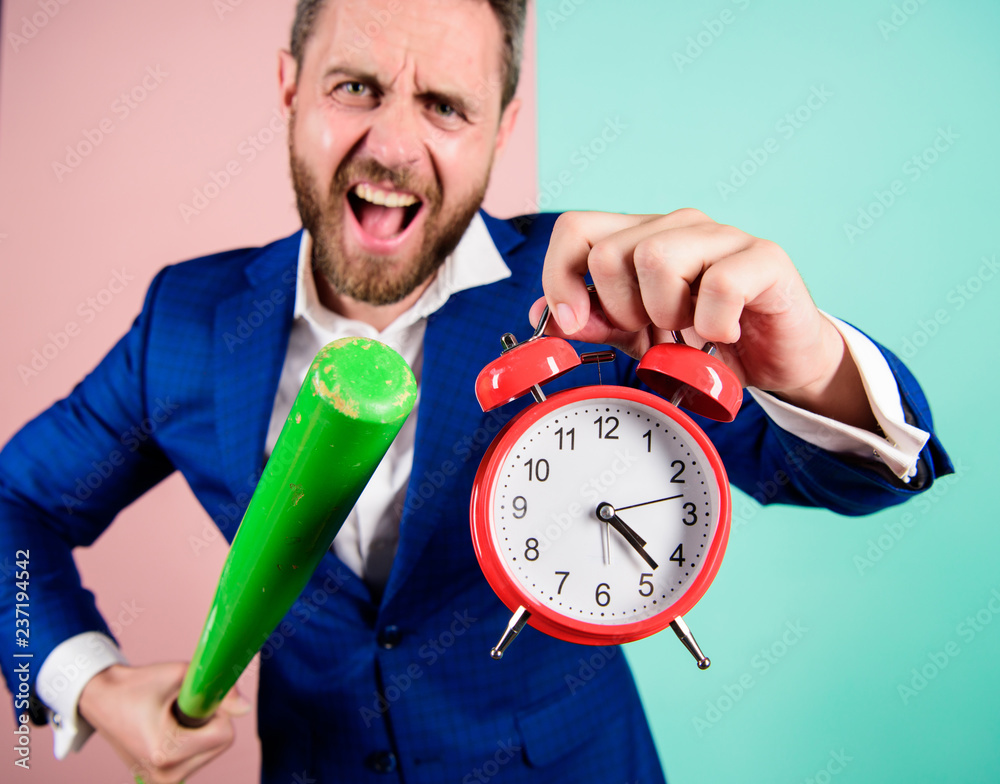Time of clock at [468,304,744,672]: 4:22
